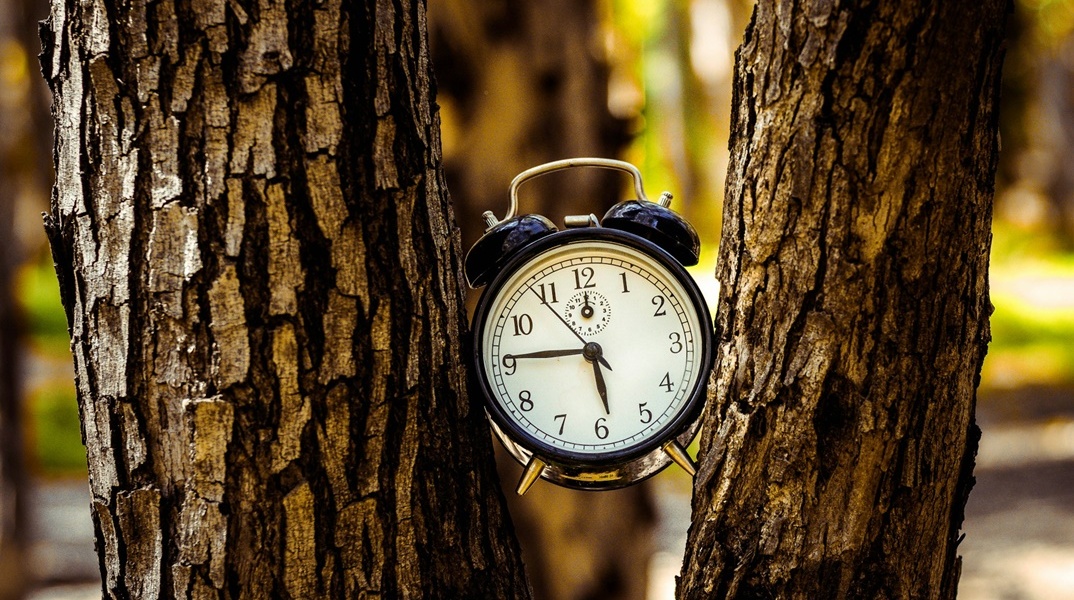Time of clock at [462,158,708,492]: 5:45
